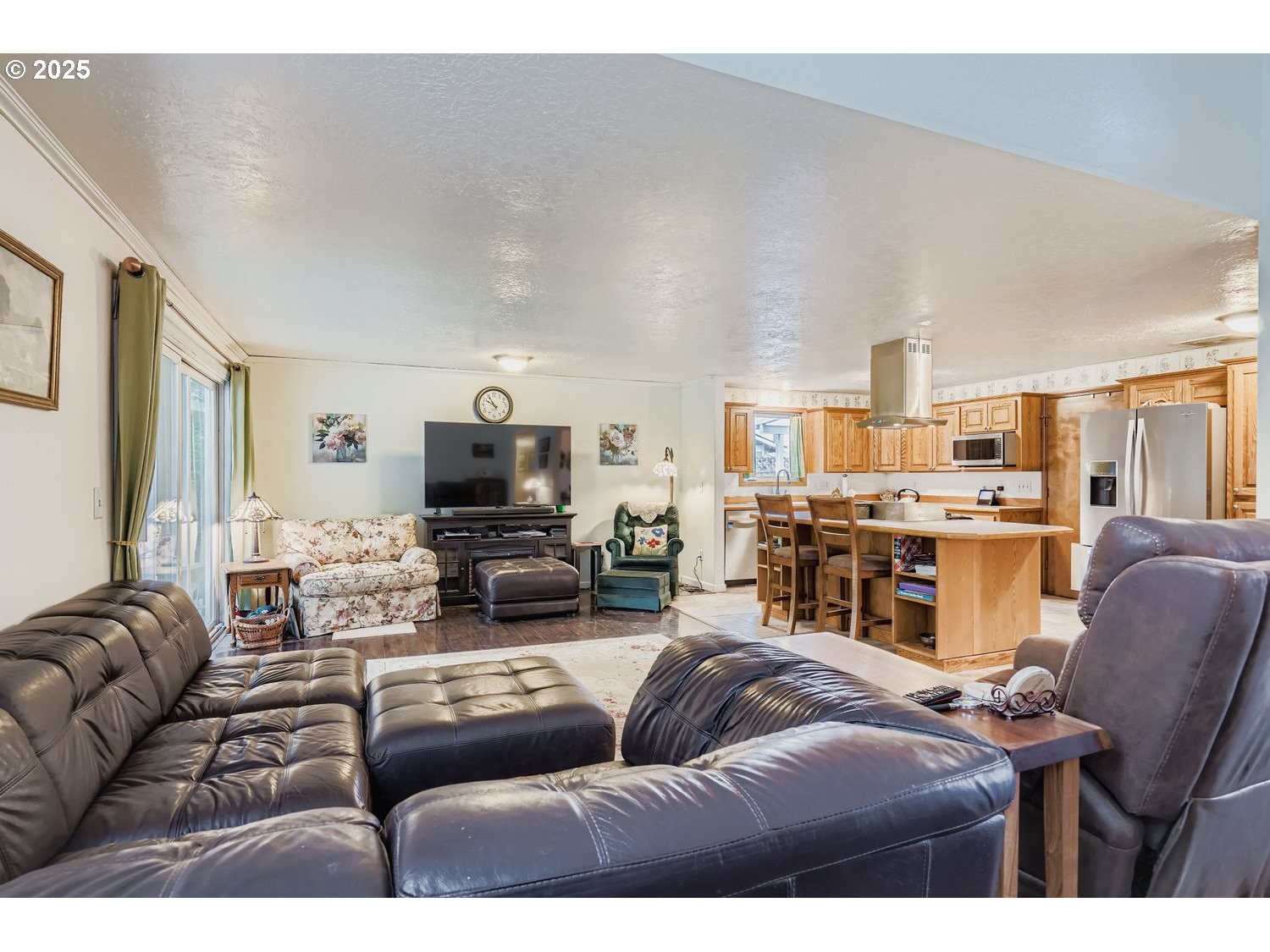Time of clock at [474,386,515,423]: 9:54
